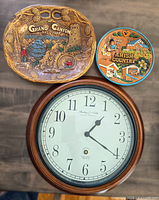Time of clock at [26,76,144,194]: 1:20
